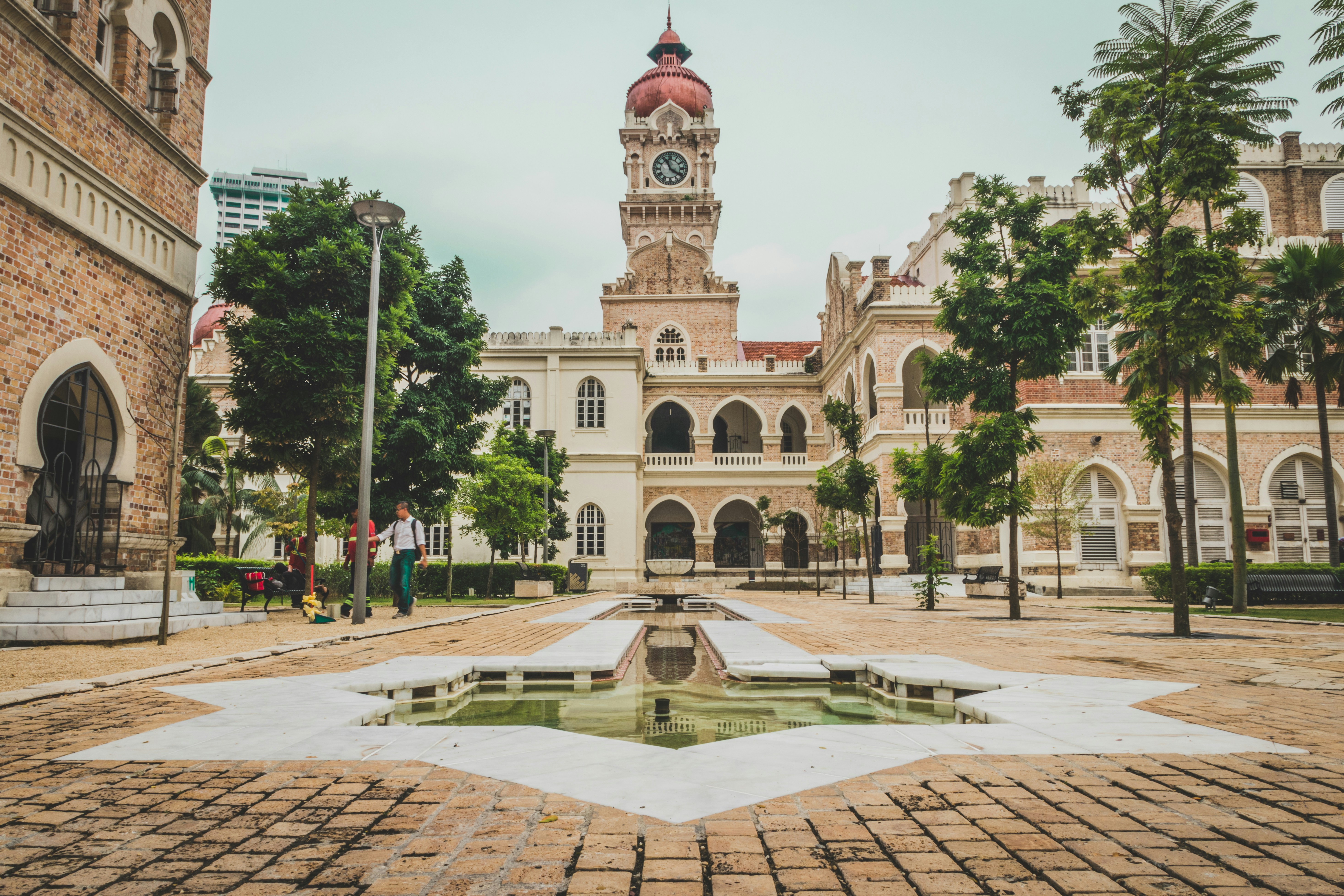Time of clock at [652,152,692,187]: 11:20
